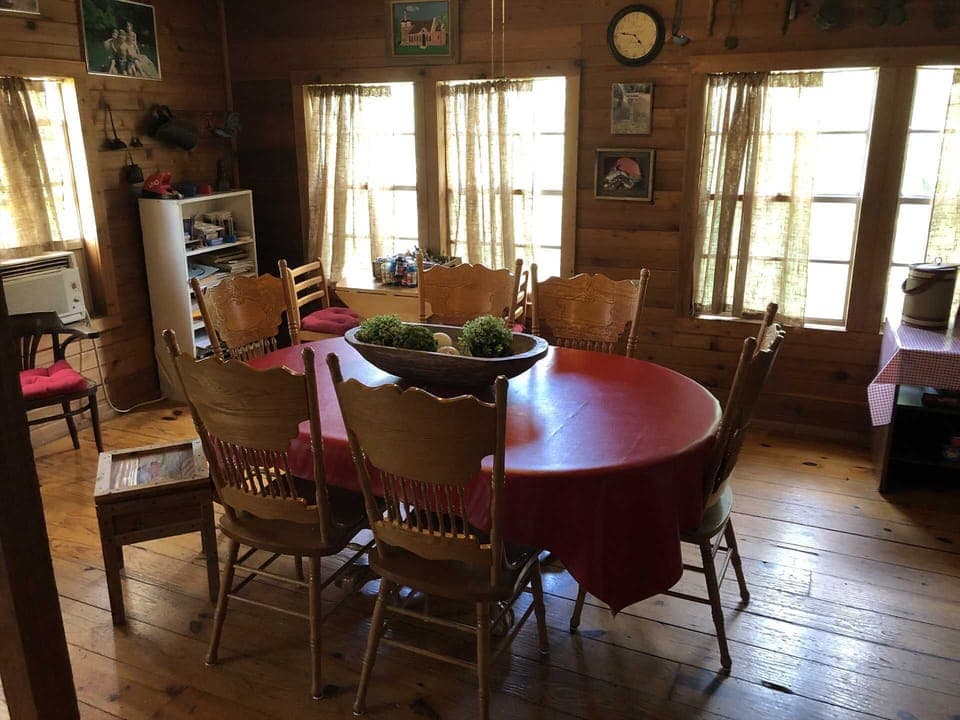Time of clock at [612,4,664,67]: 4:46
